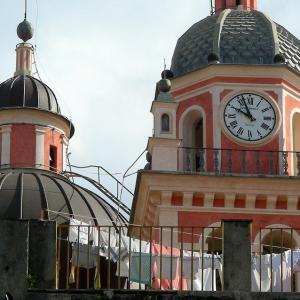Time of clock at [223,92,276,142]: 9:56
